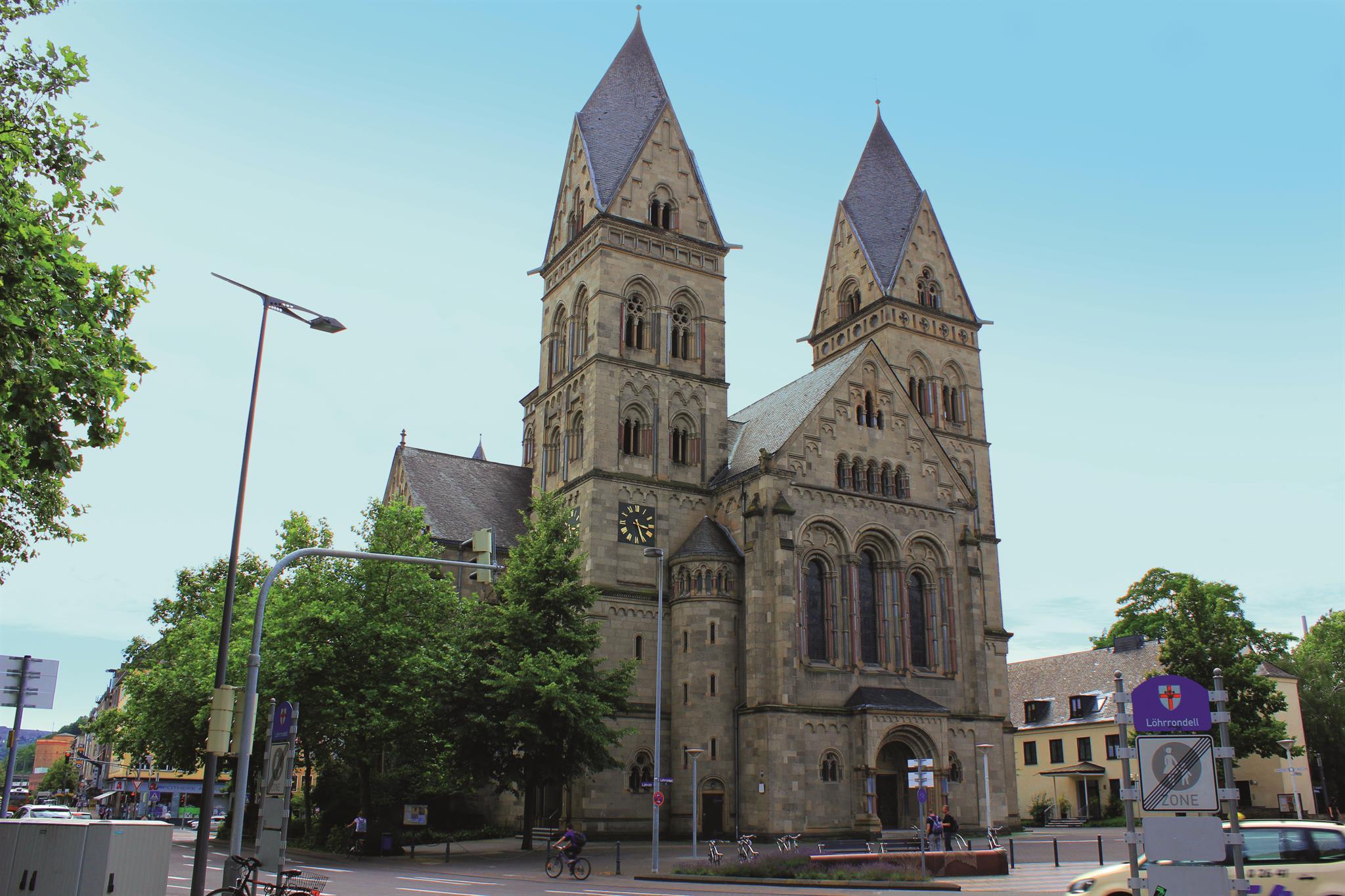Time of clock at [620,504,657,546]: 3:26
